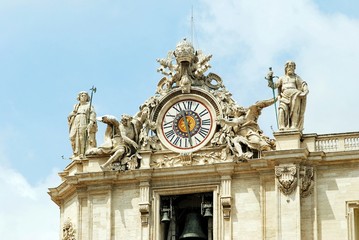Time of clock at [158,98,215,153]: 11:28
